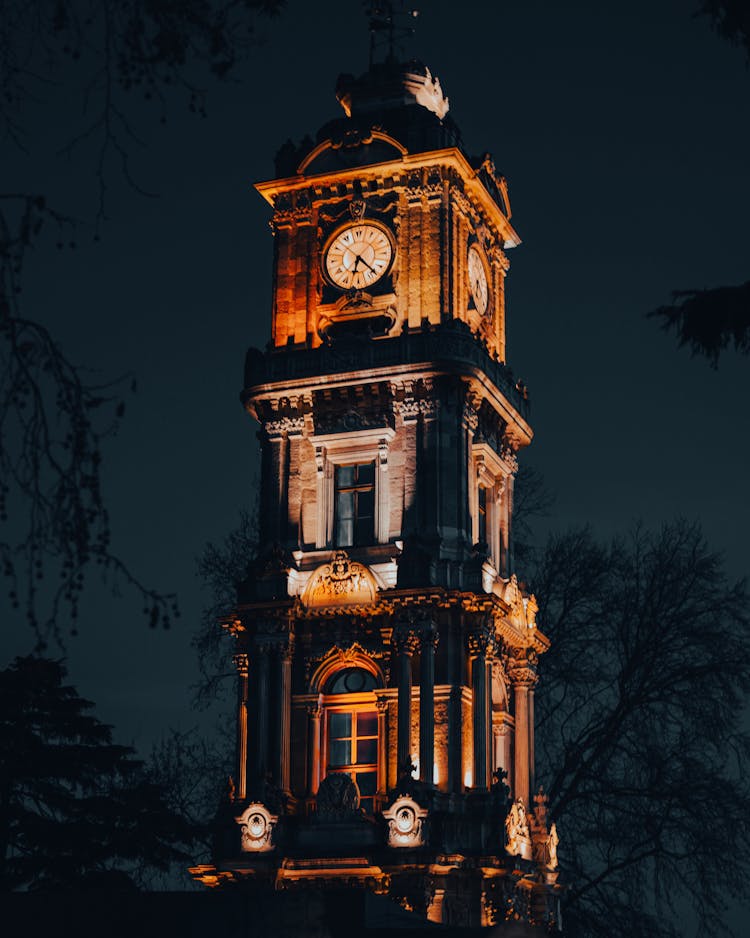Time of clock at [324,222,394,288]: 6:23
